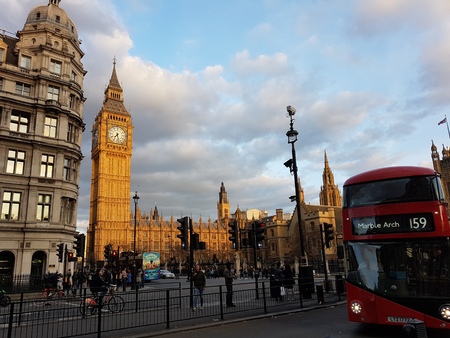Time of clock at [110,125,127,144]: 7:28
